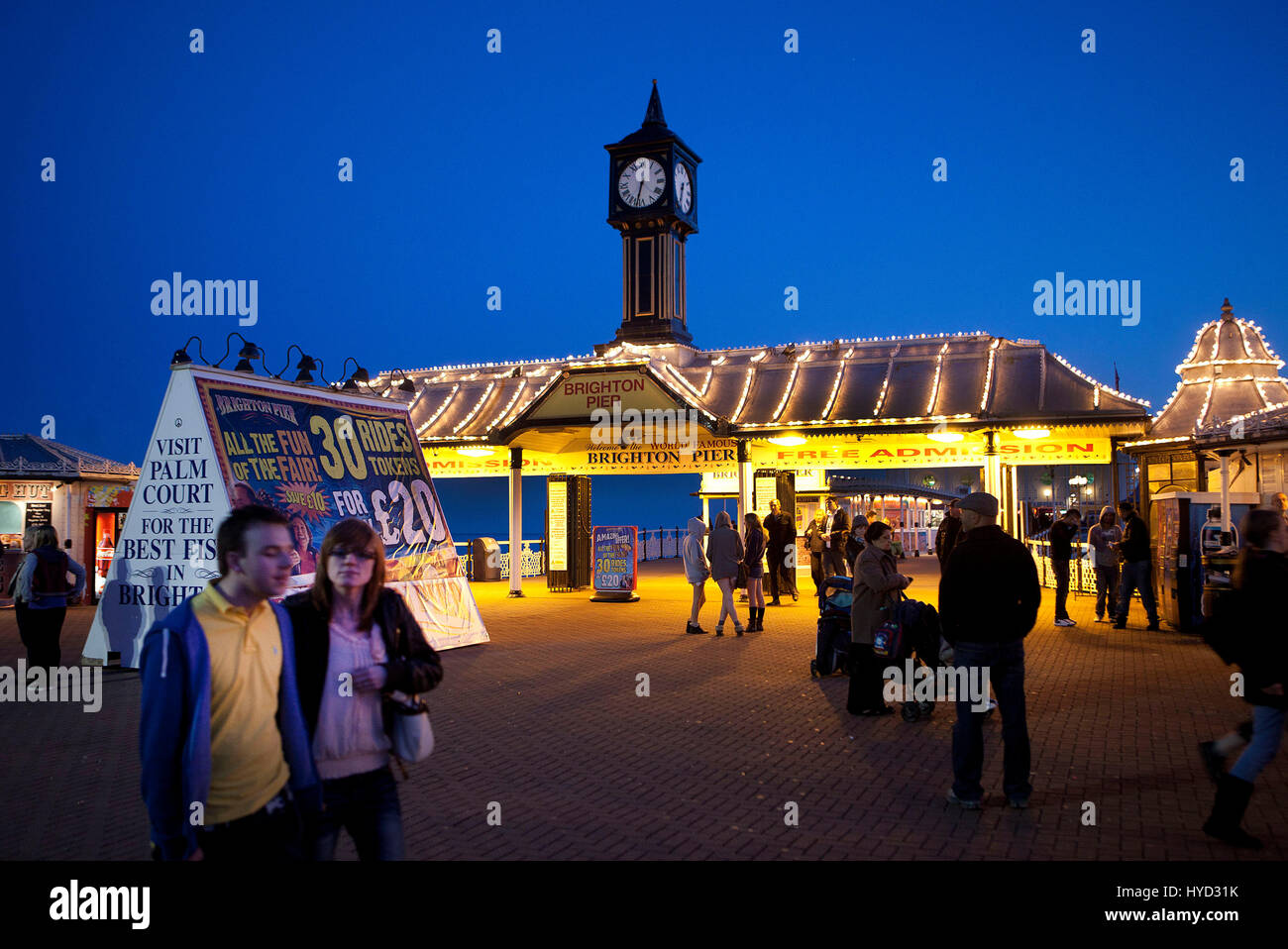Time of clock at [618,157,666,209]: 6:32
